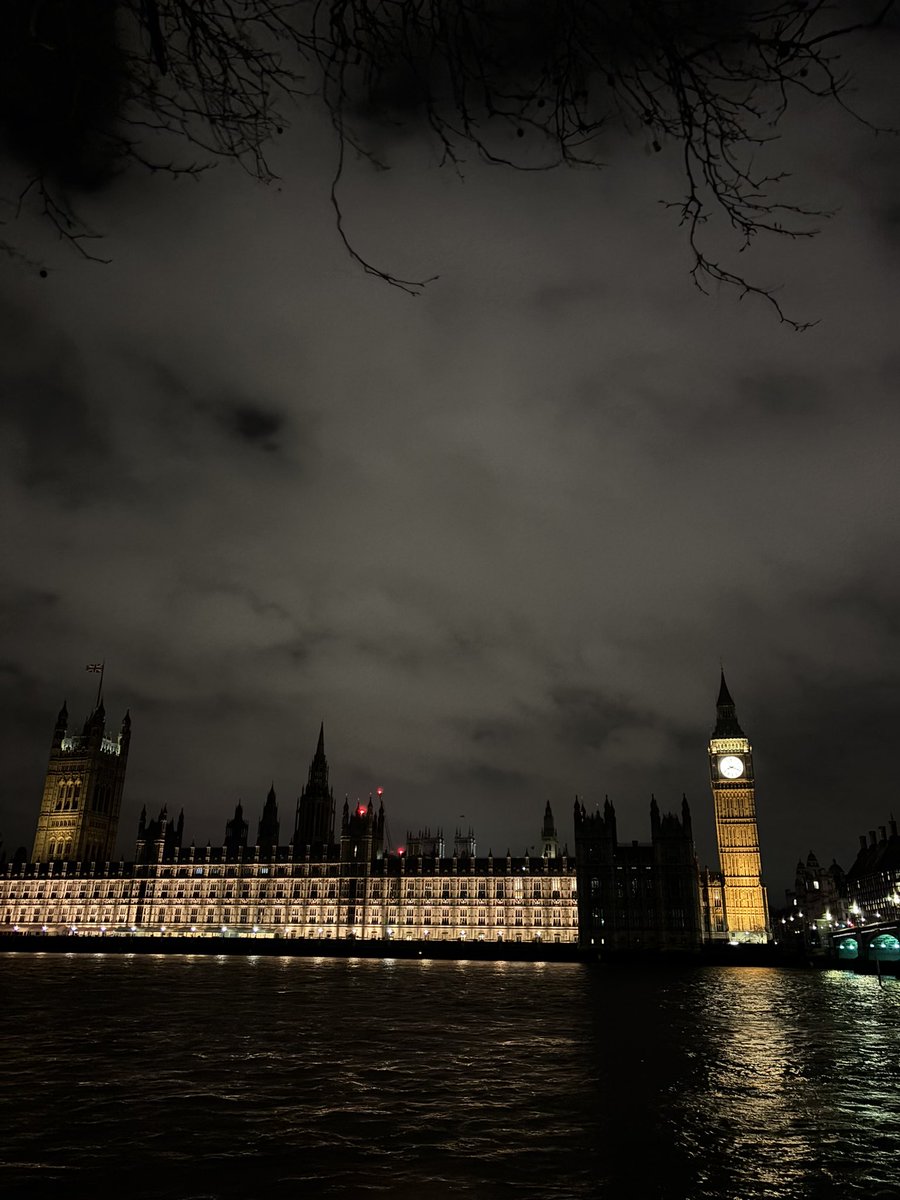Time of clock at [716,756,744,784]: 8:18
